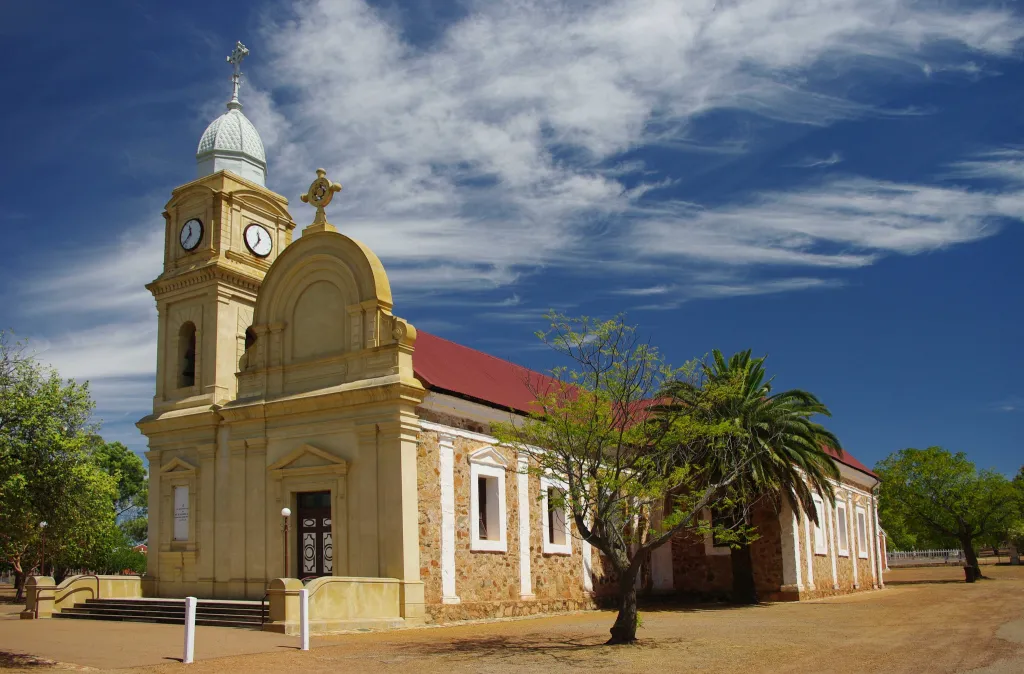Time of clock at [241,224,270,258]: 11:35
